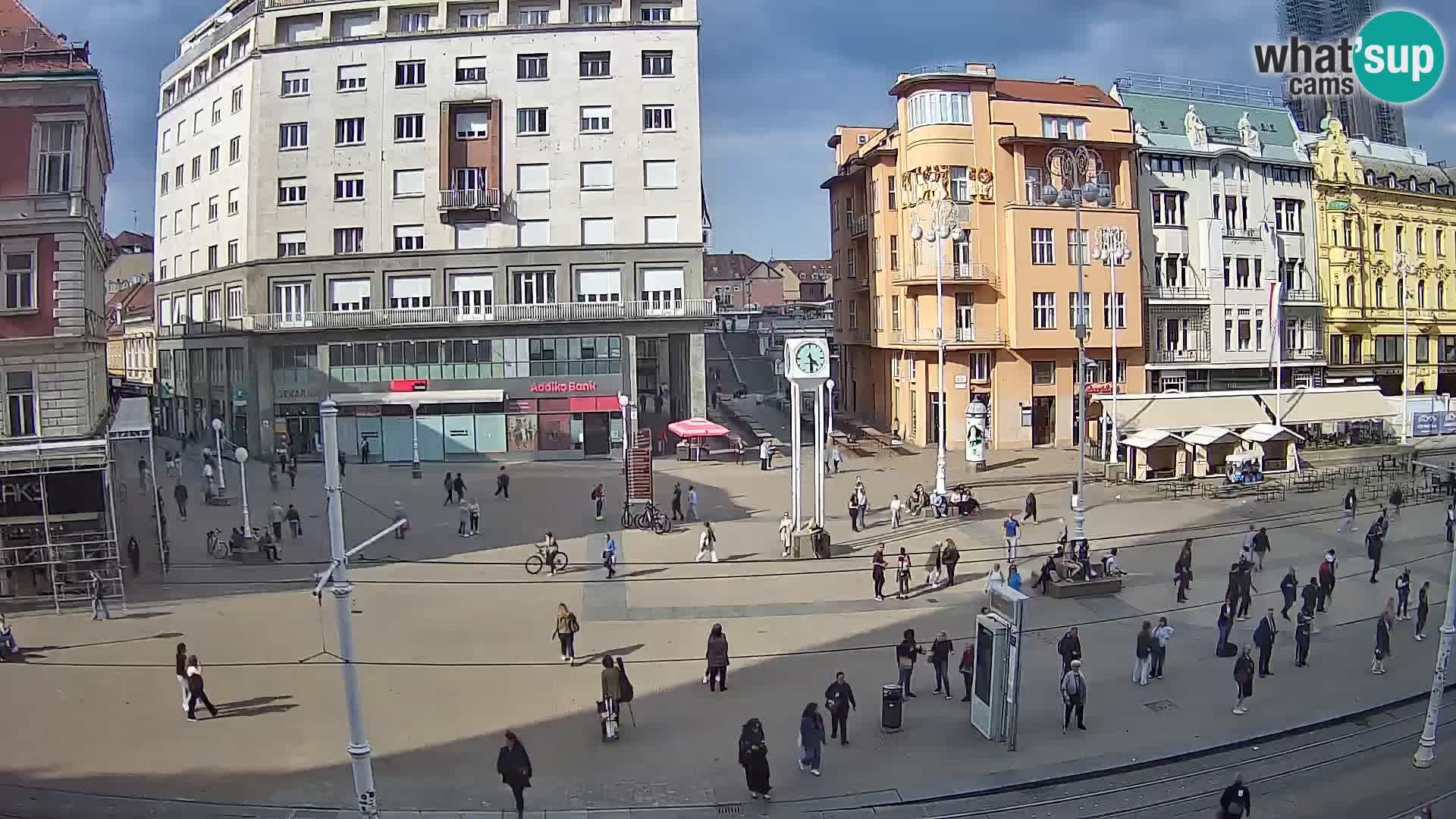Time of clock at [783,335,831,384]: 4:29
